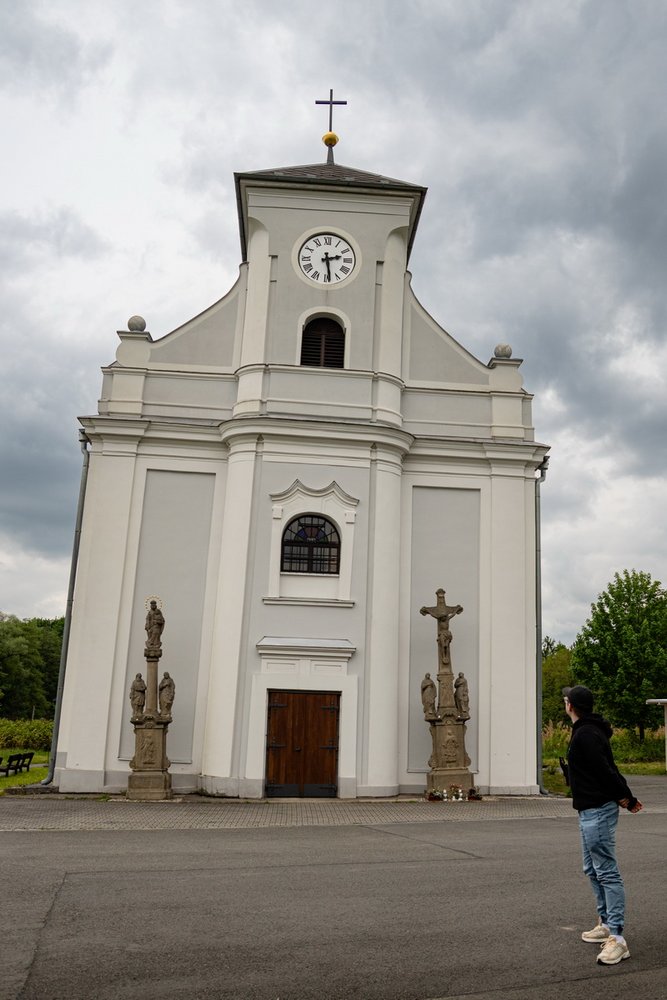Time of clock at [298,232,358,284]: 2:28
